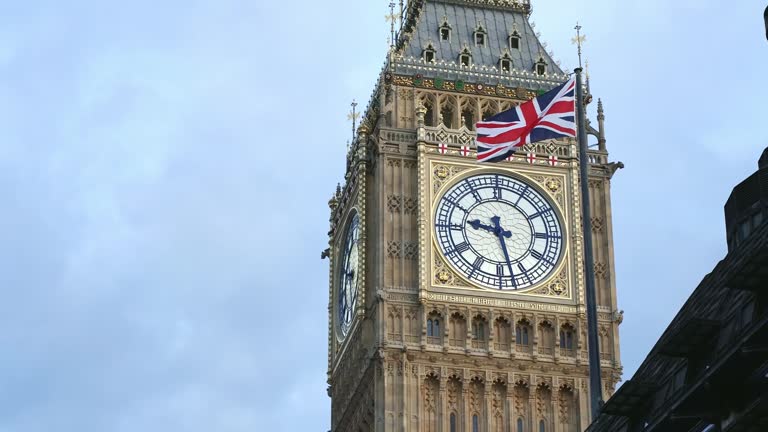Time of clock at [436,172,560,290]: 9:27
